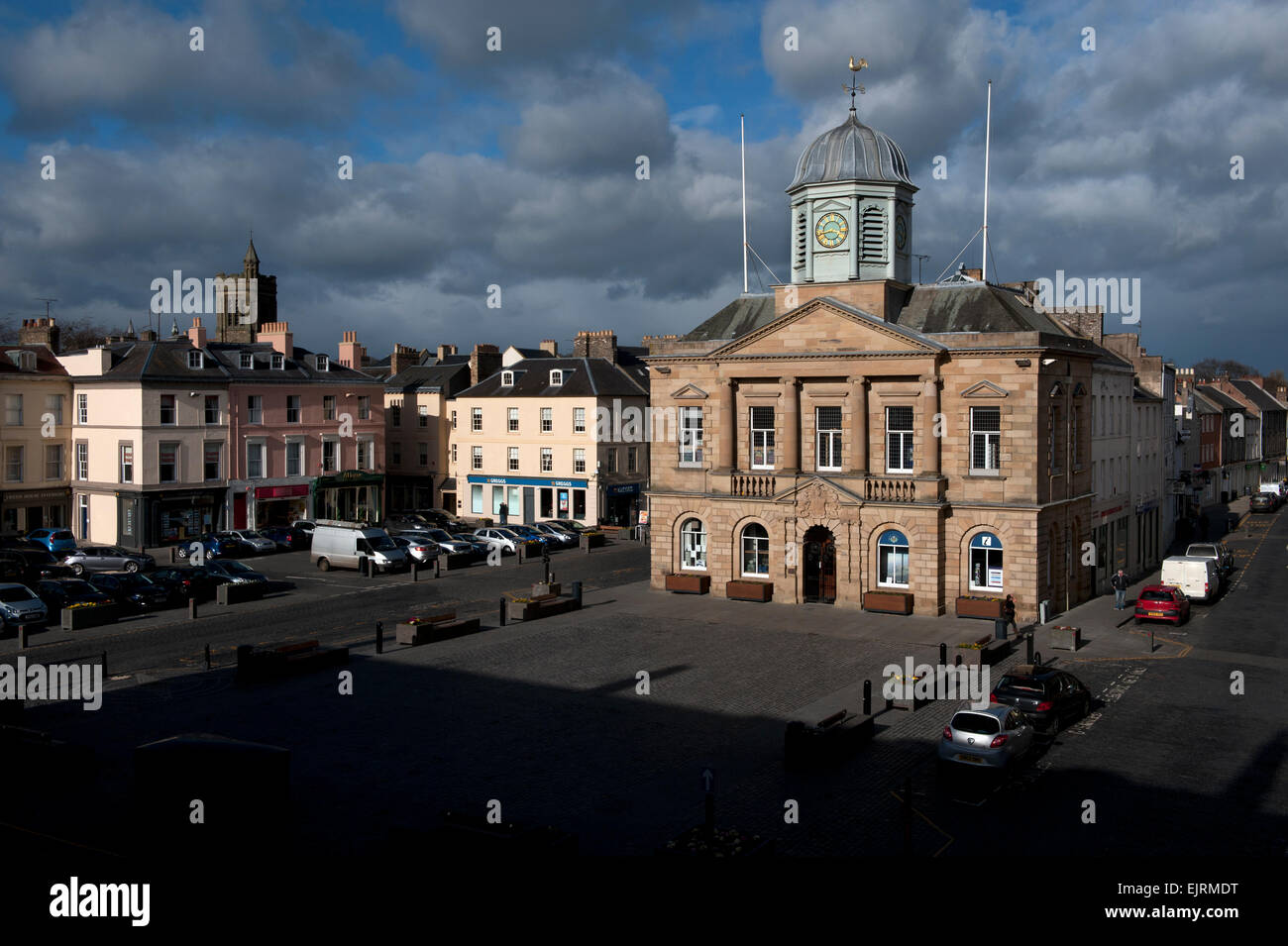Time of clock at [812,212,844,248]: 3:43
